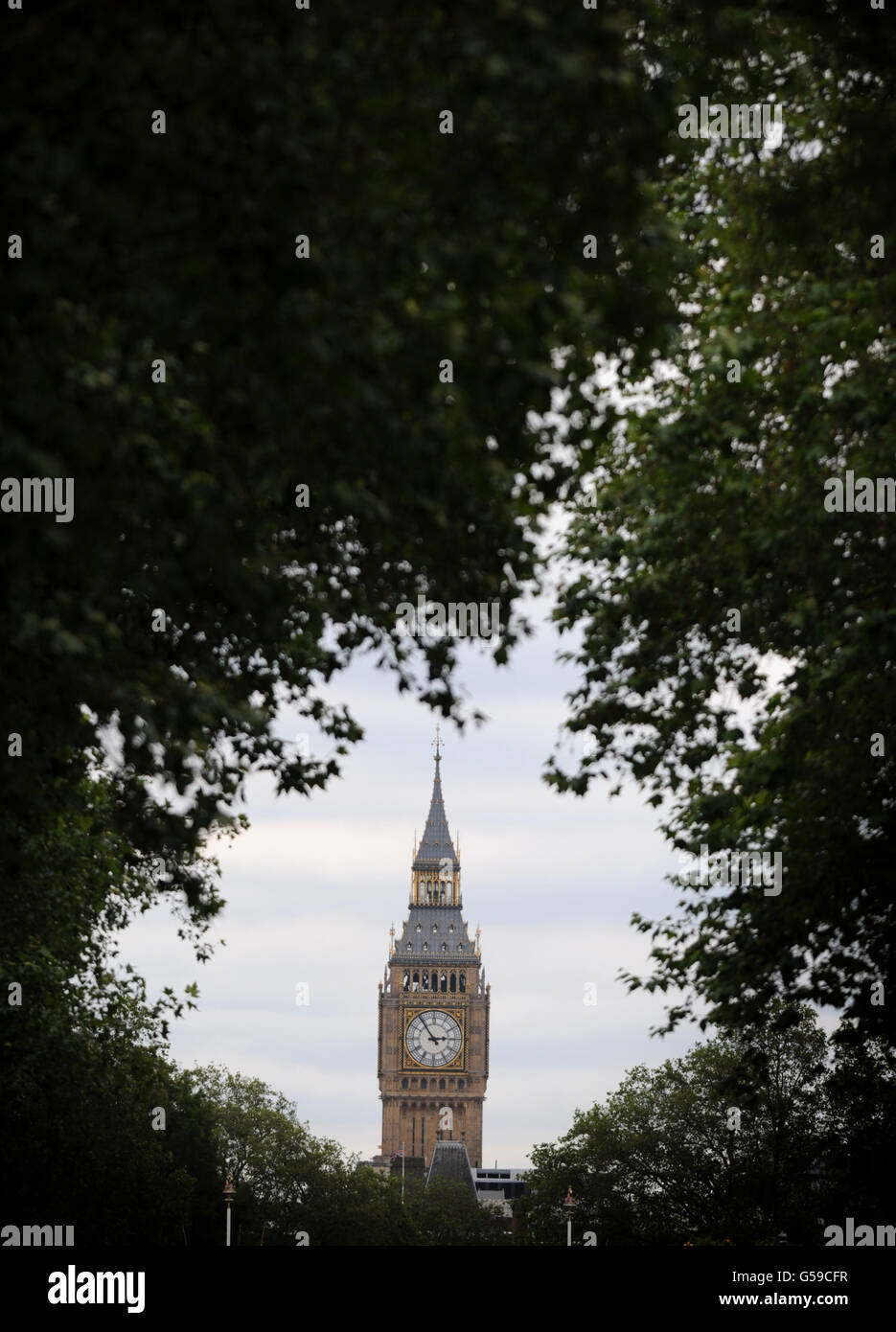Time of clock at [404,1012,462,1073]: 2:54
